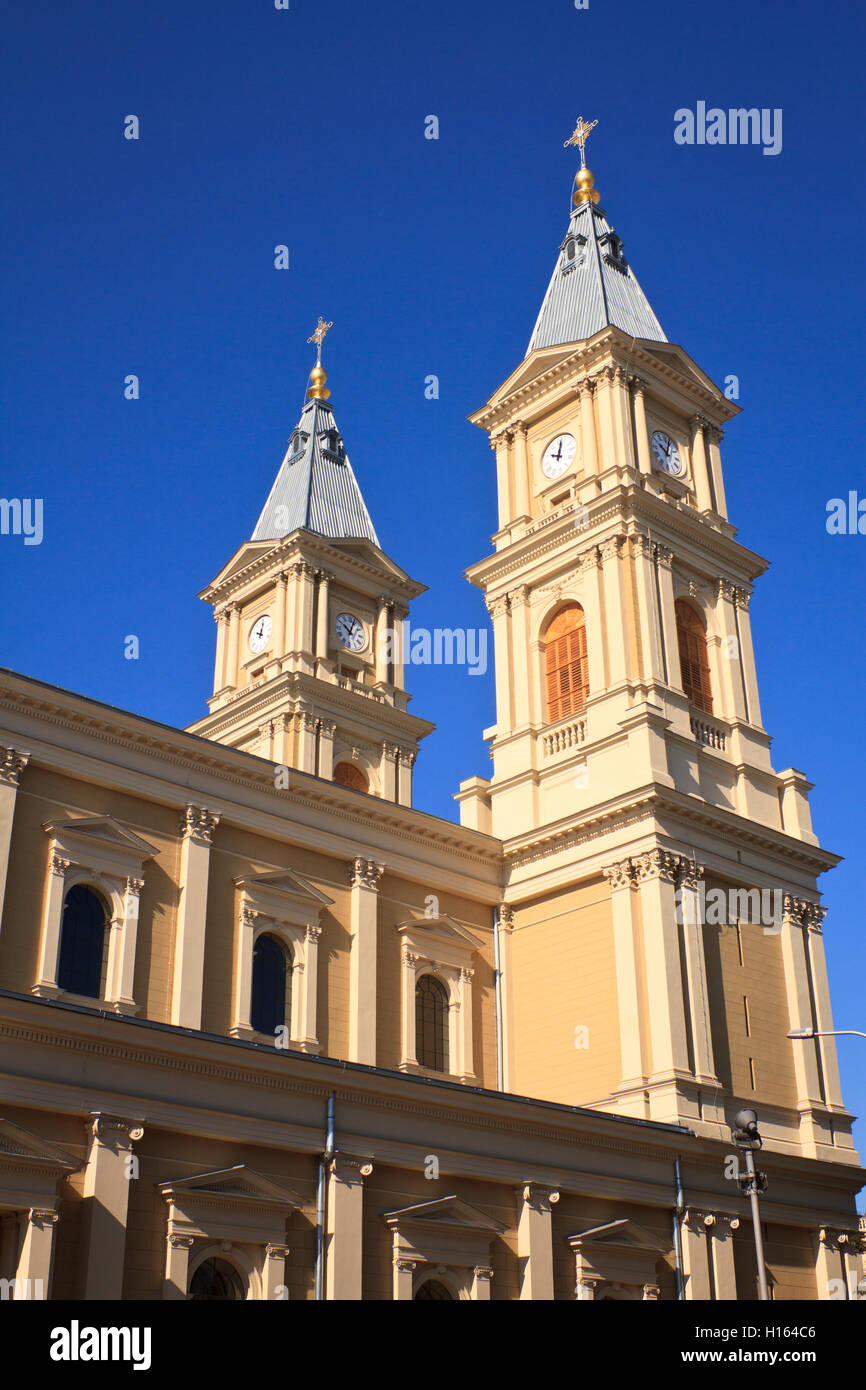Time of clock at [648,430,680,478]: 10:02
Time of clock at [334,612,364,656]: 10:02
